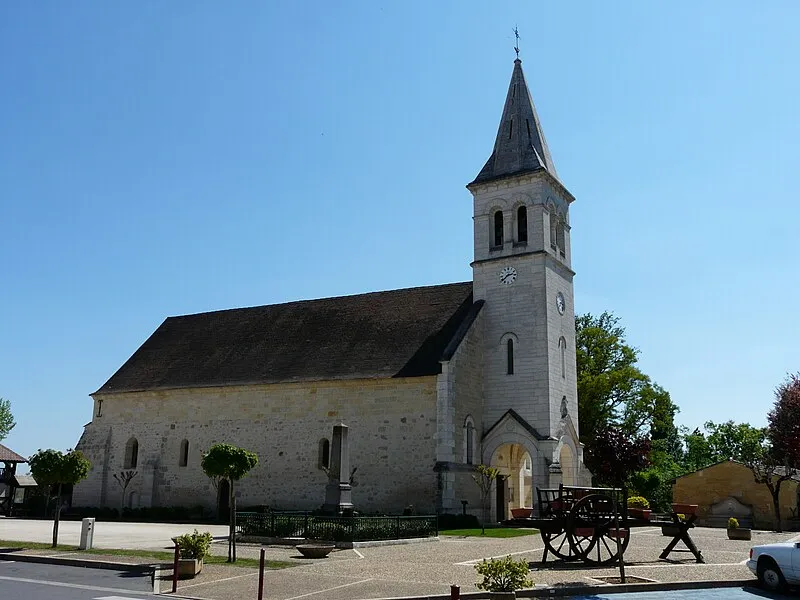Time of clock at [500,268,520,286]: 2:38
